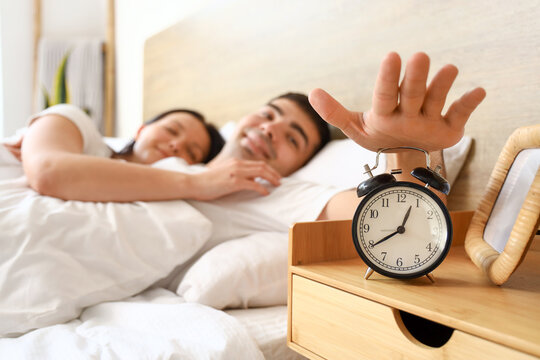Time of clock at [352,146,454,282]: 12:39
